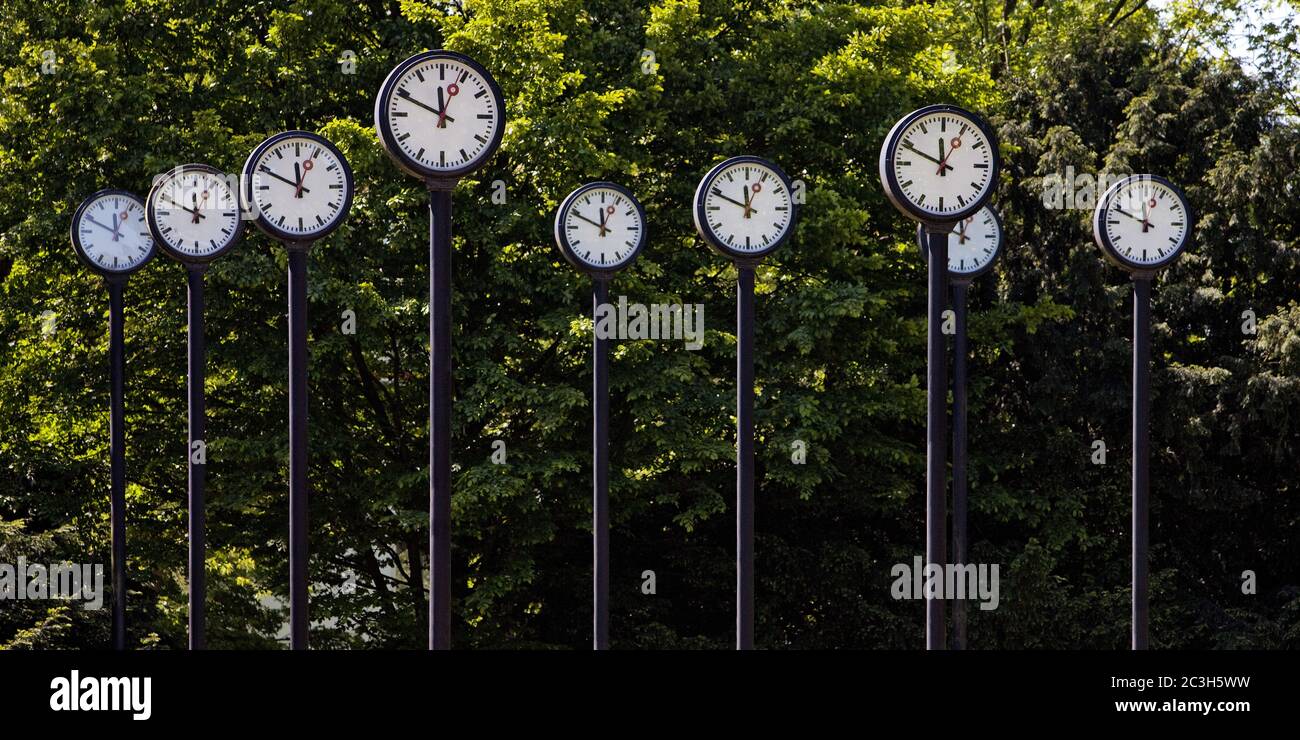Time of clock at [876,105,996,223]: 11:48
